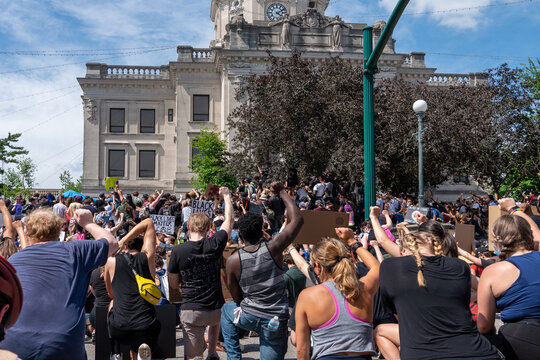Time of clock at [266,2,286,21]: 4:10
